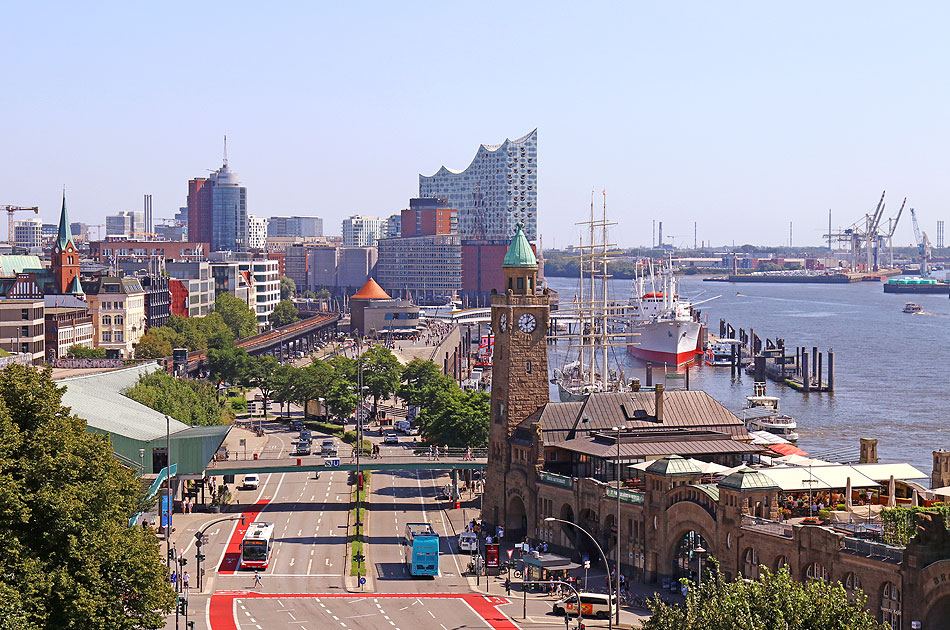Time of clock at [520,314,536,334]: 2:02
